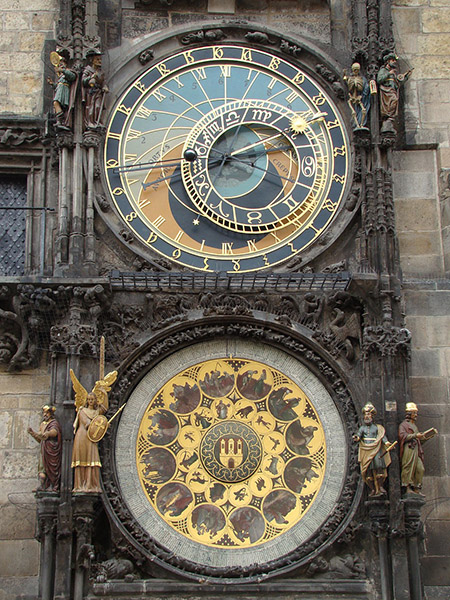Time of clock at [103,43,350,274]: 8:12
